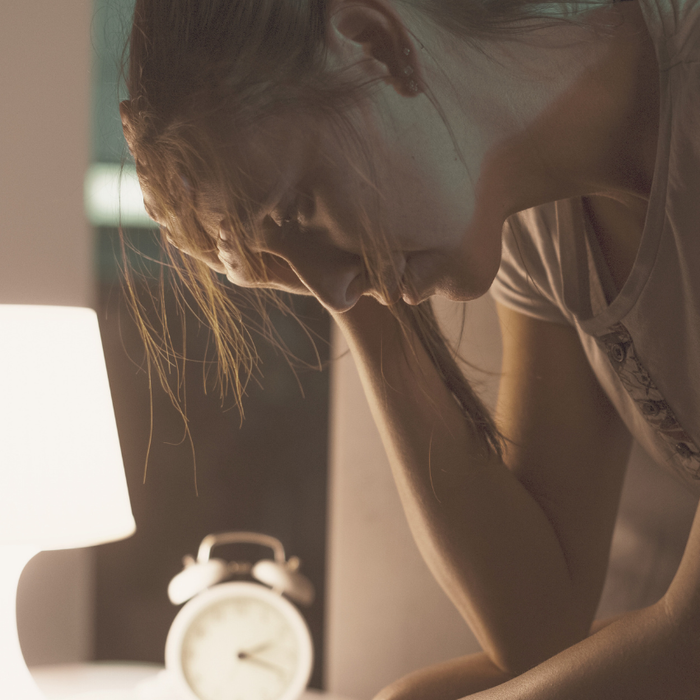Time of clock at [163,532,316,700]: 2:18
